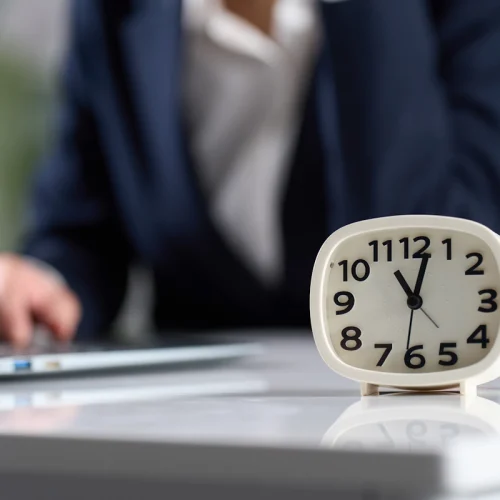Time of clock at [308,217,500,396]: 11:02
